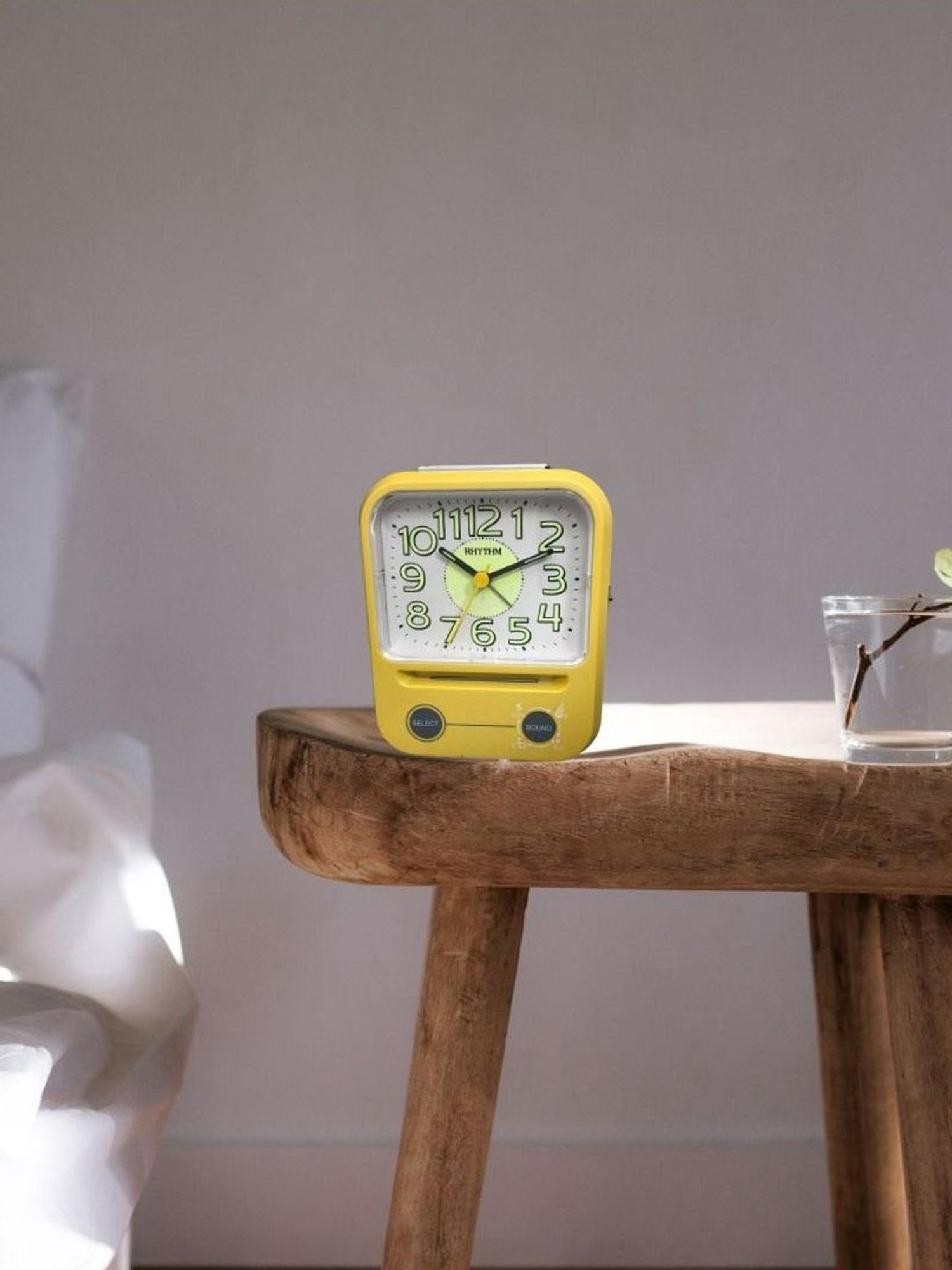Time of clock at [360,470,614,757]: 10:11
